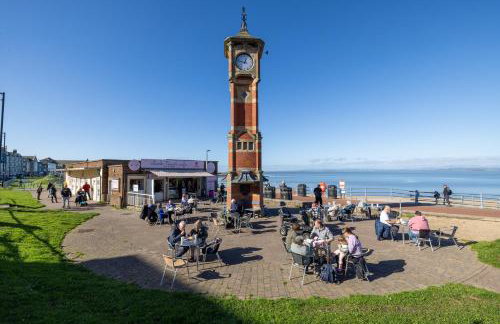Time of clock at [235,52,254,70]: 12:47
